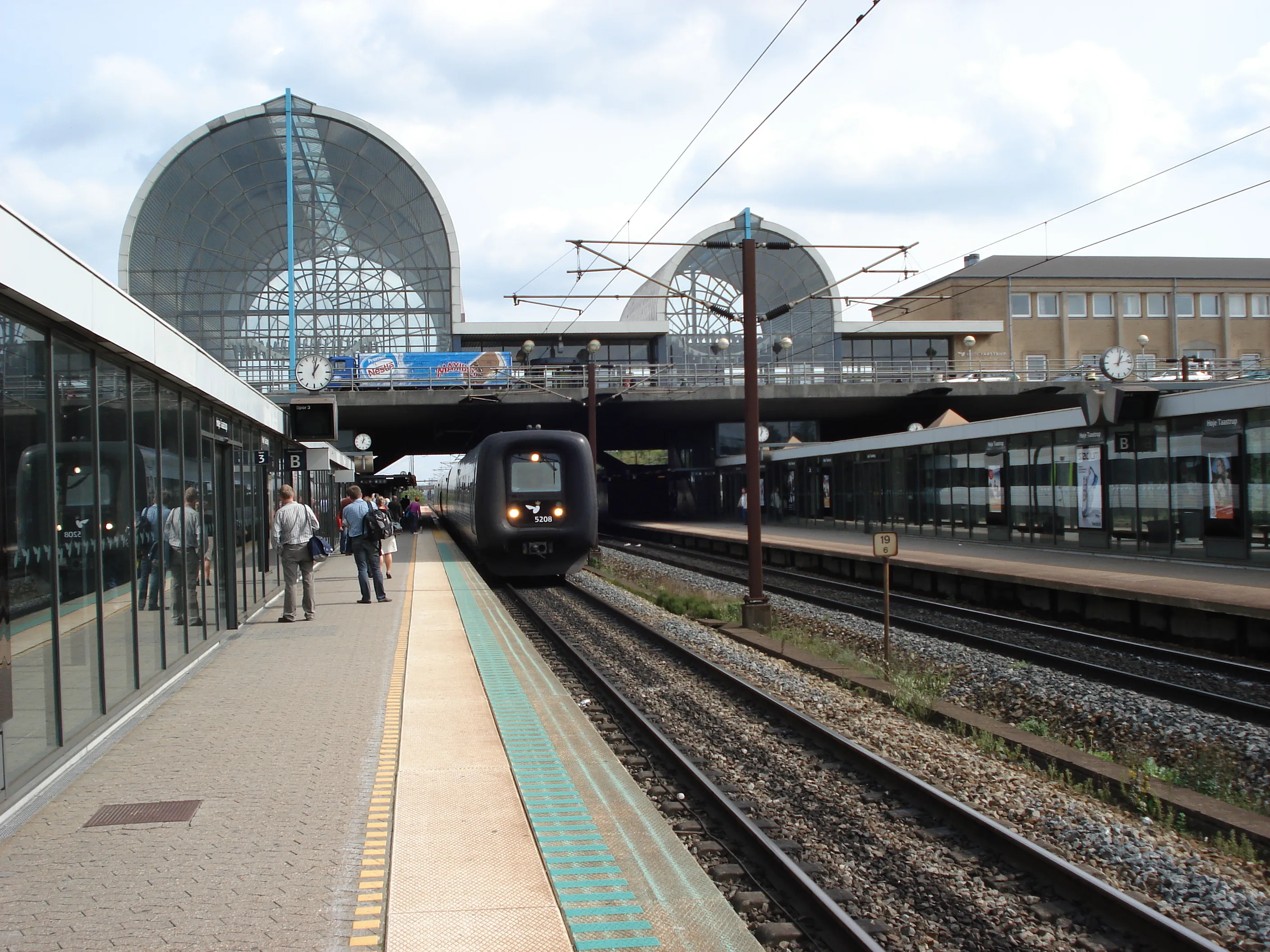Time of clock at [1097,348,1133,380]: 1:02
